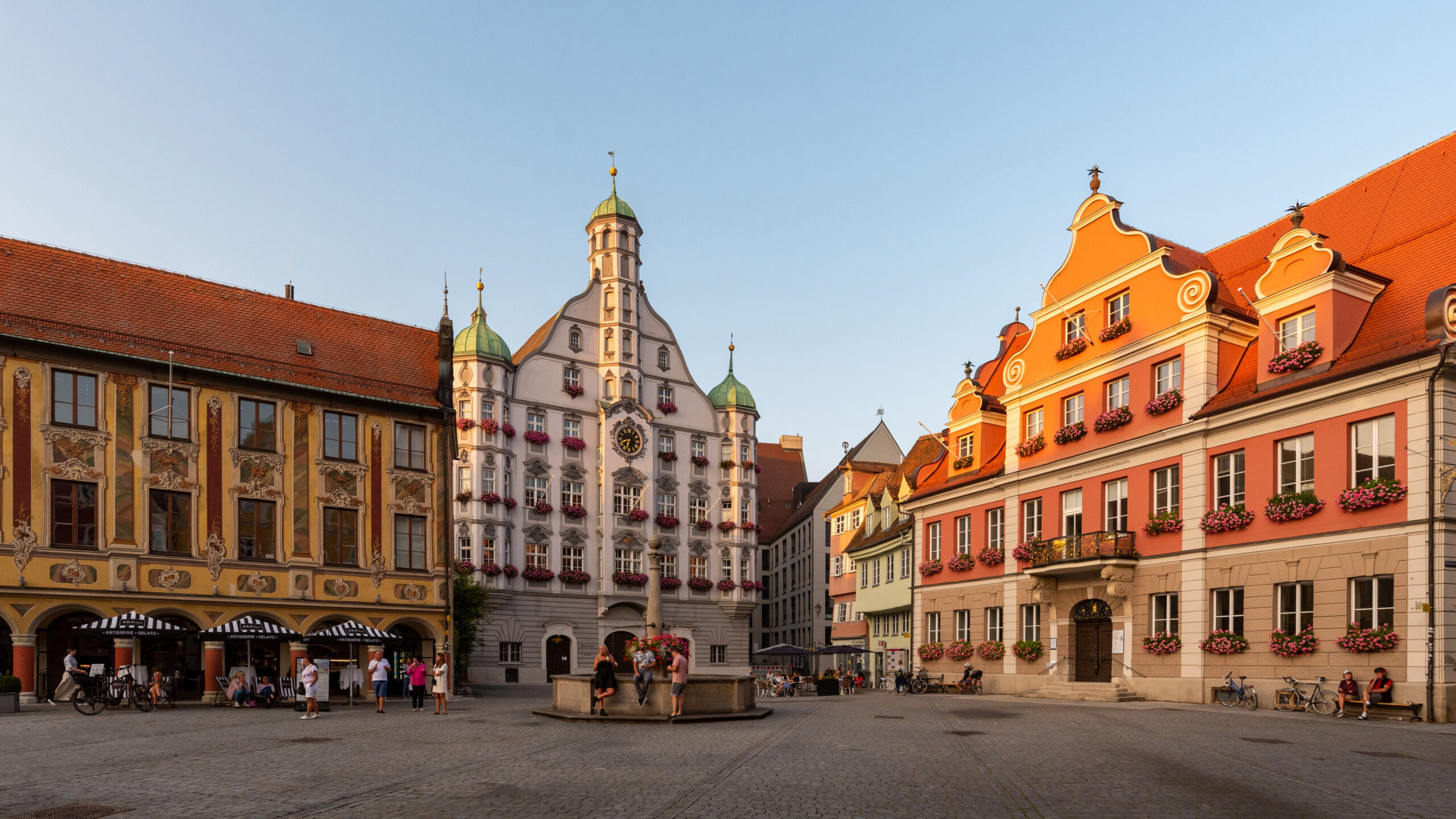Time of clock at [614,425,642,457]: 6:41
